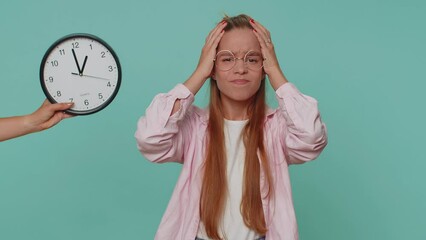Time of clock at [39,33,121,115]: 12:58
